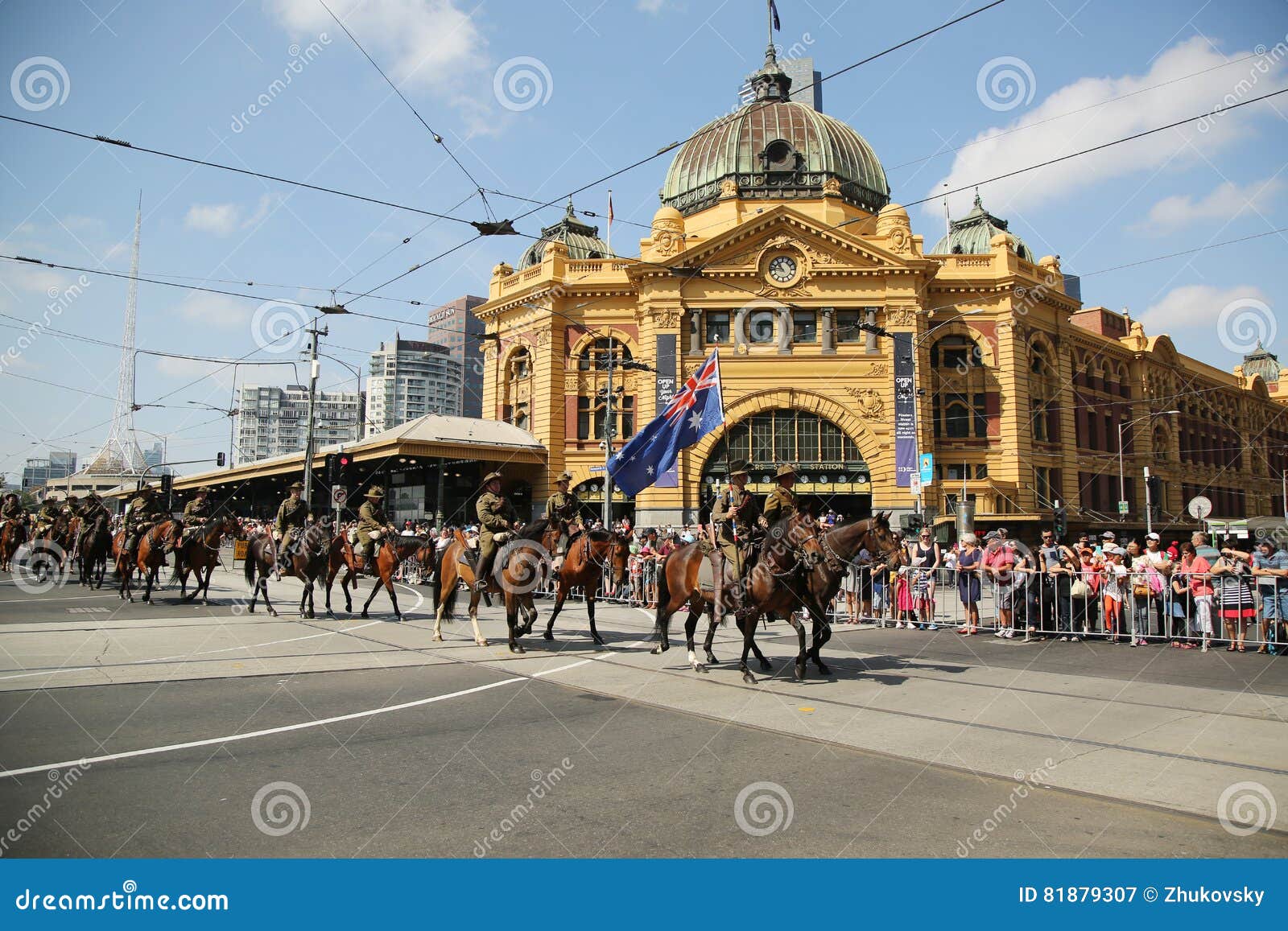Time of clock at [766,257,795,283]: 10:46
